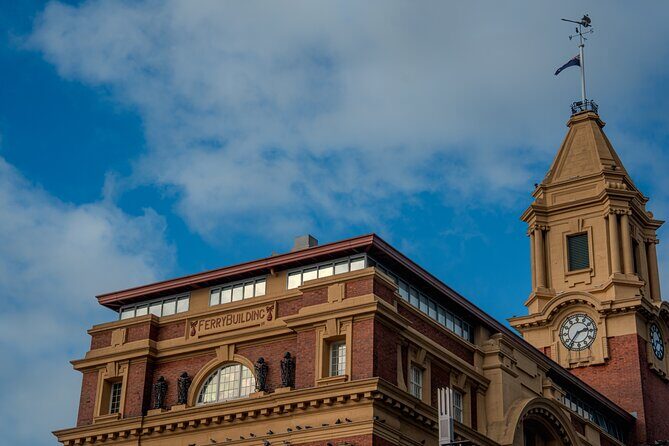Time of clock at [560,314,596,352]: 2:36
